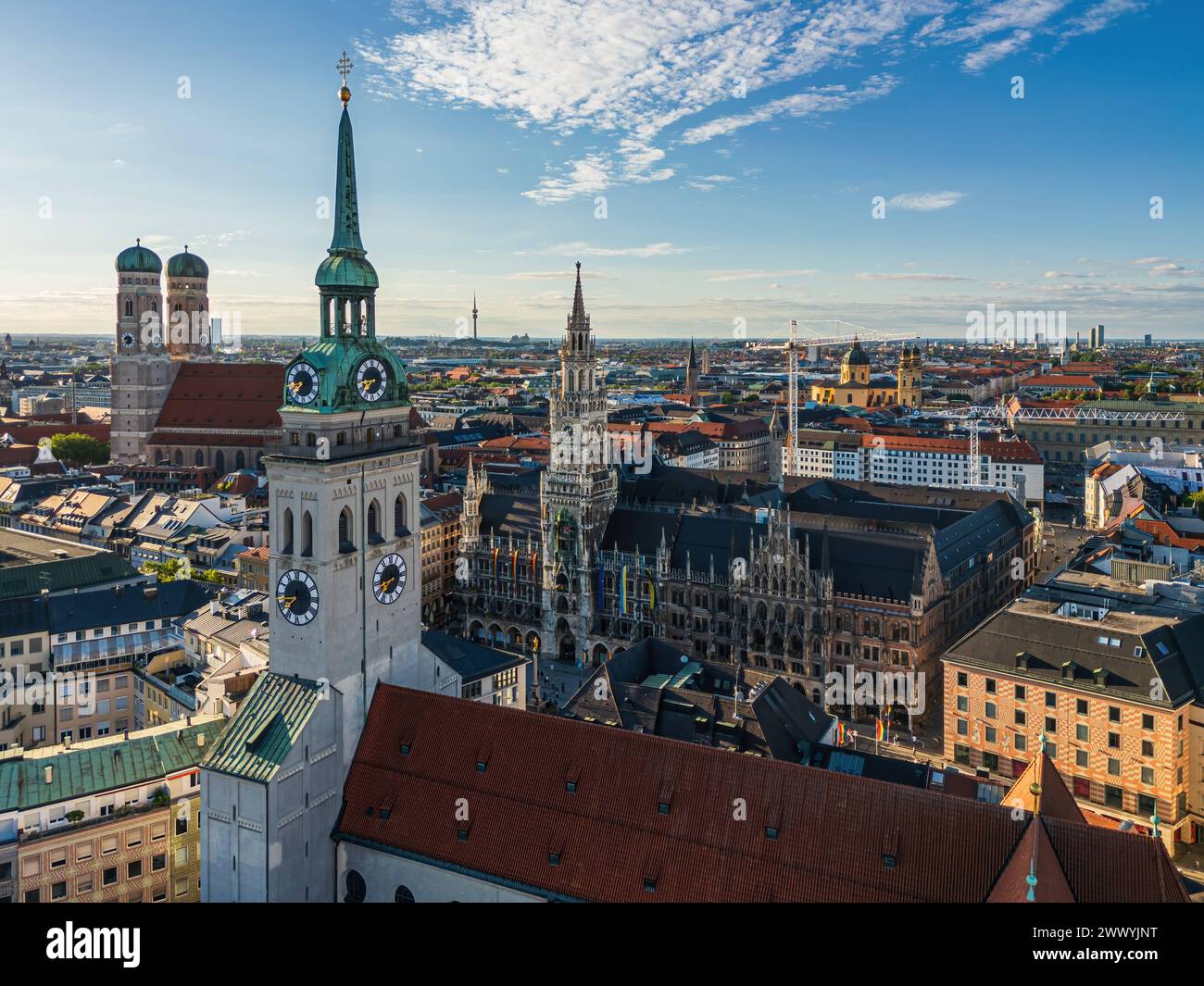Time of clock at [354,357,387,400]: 7:43
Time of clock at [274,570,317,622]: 7:43
